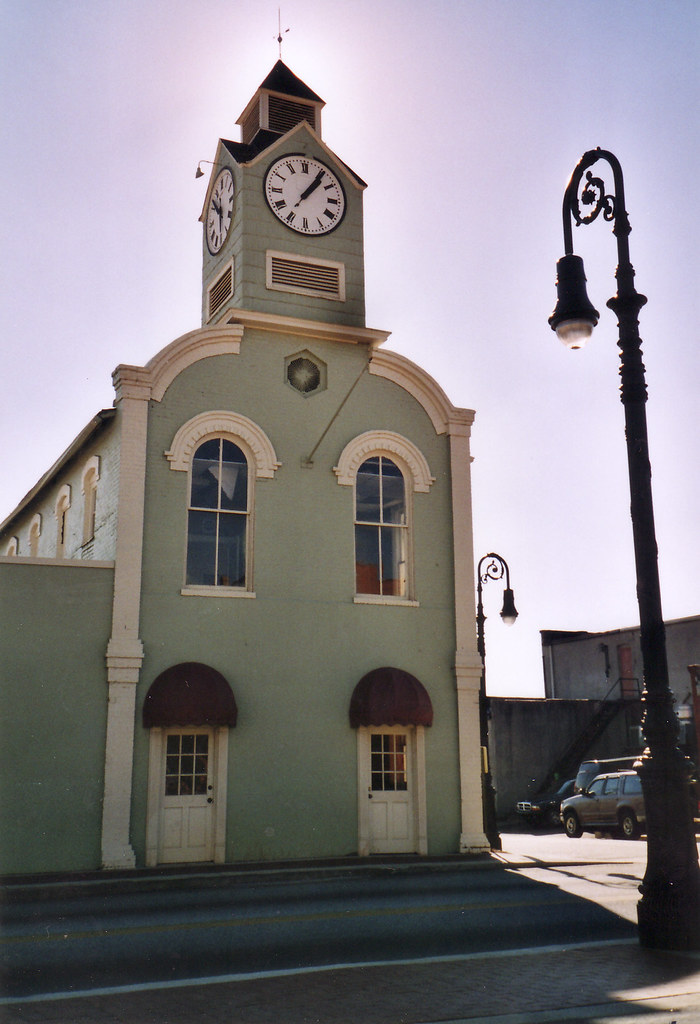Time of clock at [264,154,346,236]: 1:06
